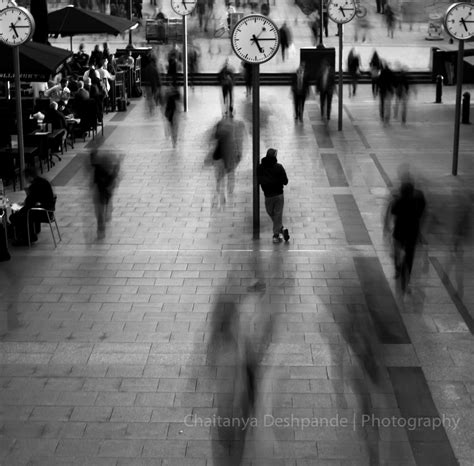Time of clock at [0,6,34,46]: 5:15
